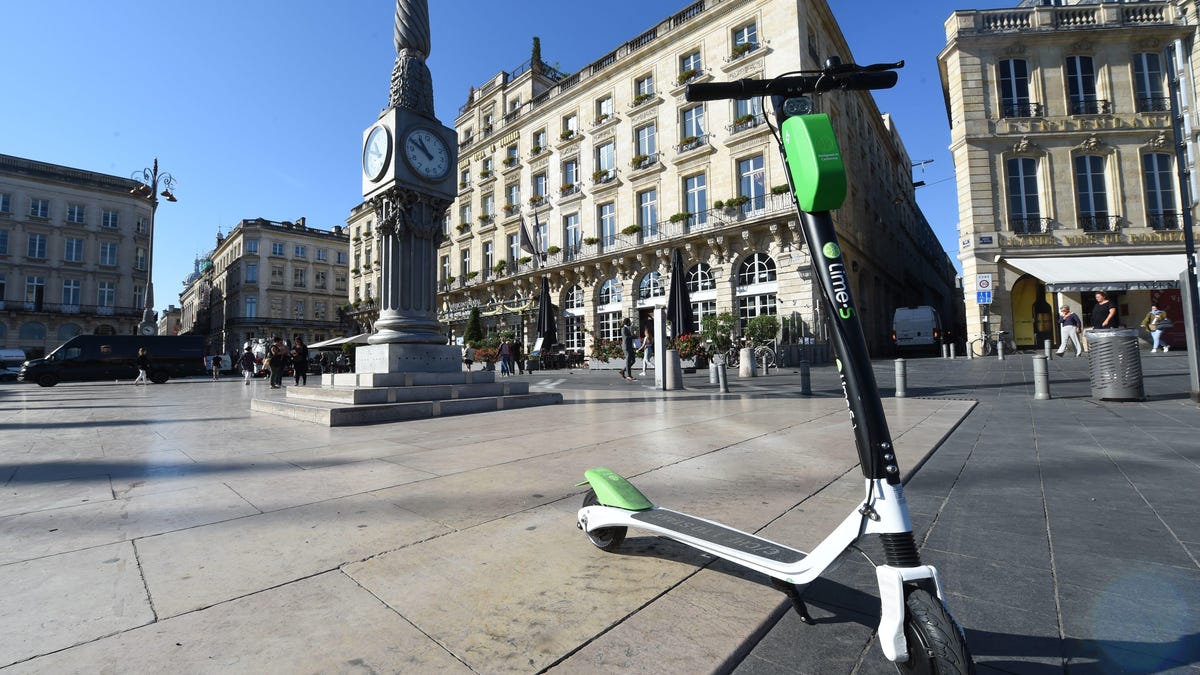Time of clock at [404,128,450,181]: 10:49
